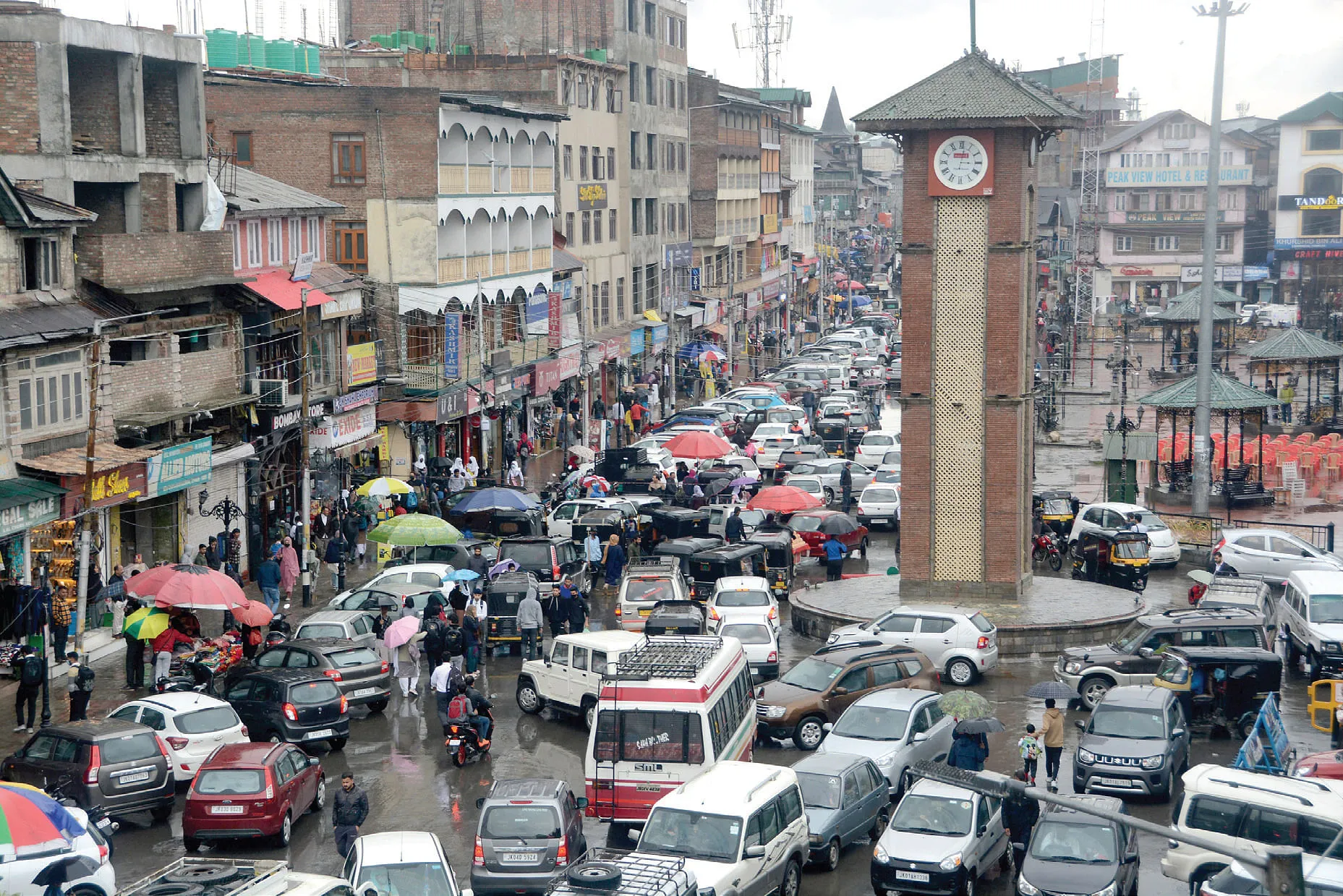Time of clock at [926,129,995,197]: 3:01
